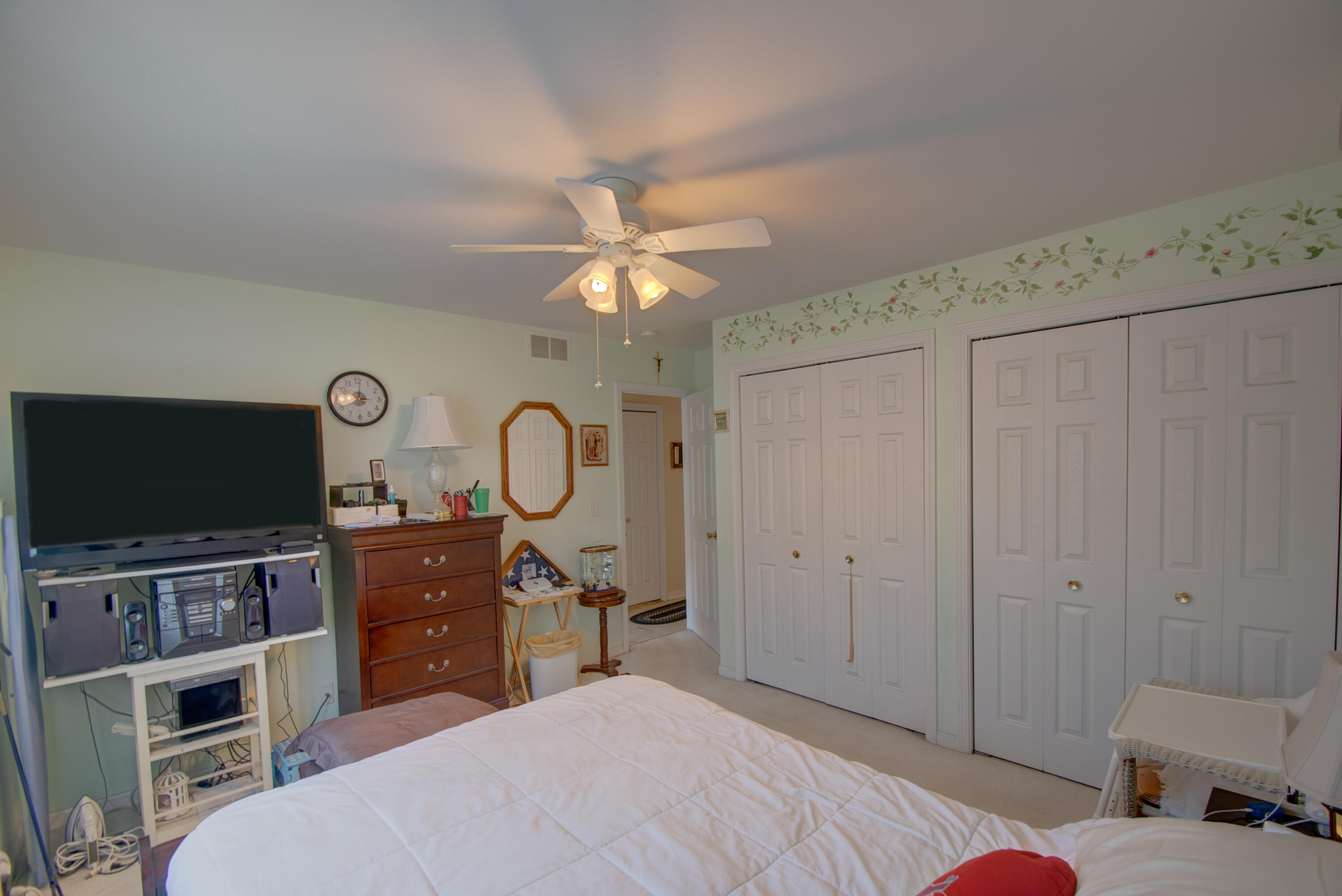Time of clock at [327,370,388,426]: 3:01
